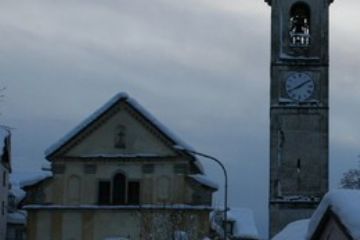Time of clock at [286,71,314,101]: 8:09
